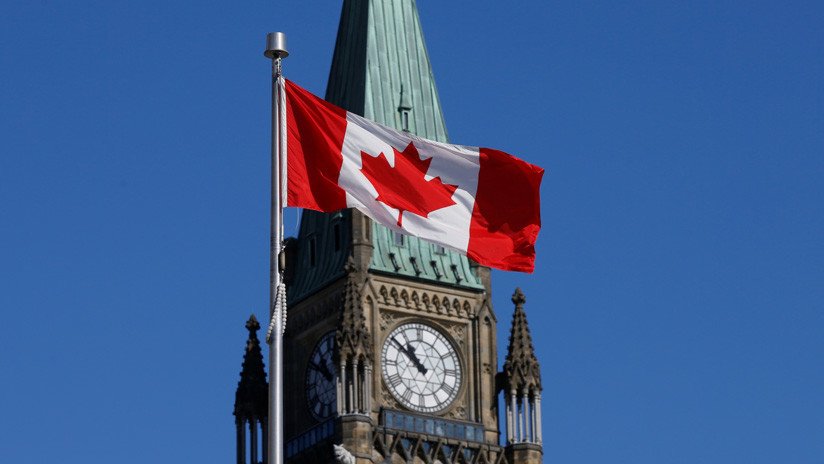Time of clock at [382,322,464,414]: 10:51
